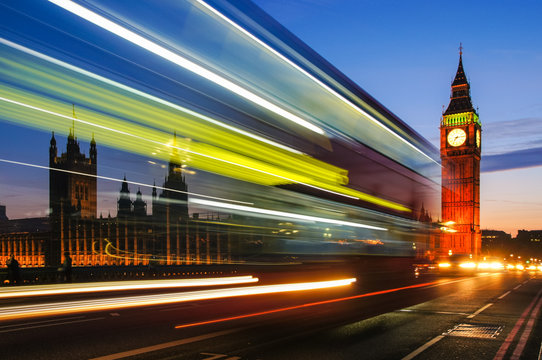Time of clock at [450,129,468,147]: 7:13
